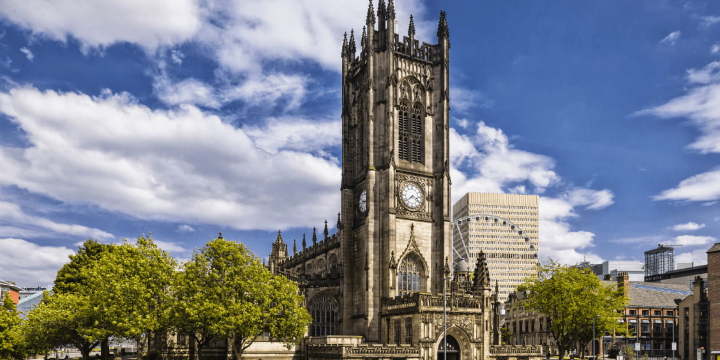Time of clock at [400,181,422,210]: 3:38
